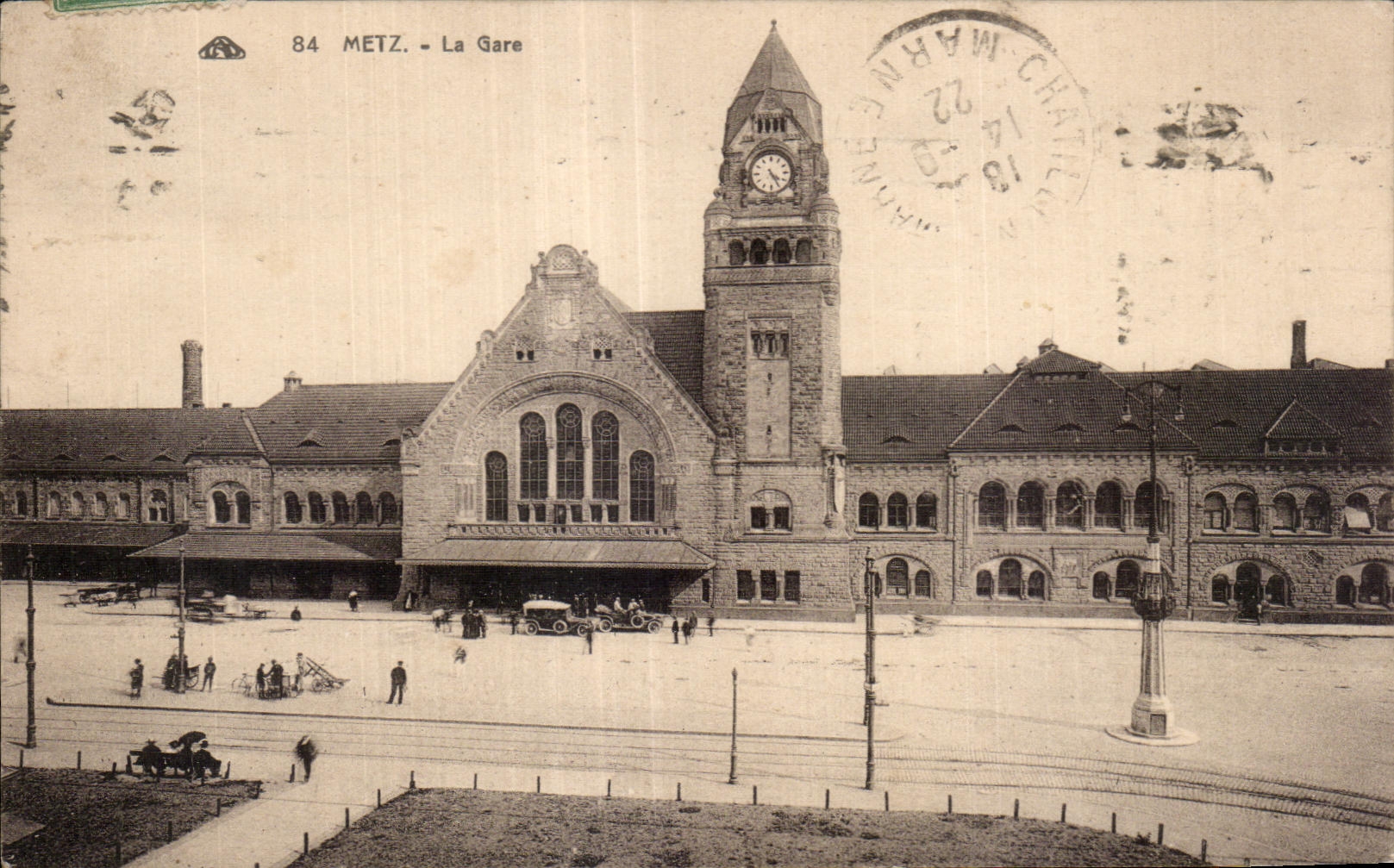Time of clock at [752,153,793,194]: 4:25
